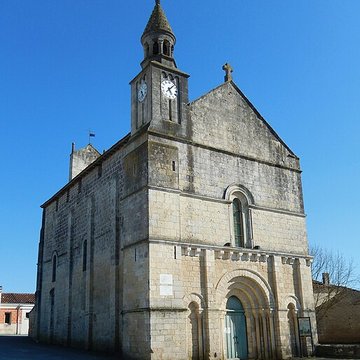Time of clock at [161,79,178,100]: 5:07
